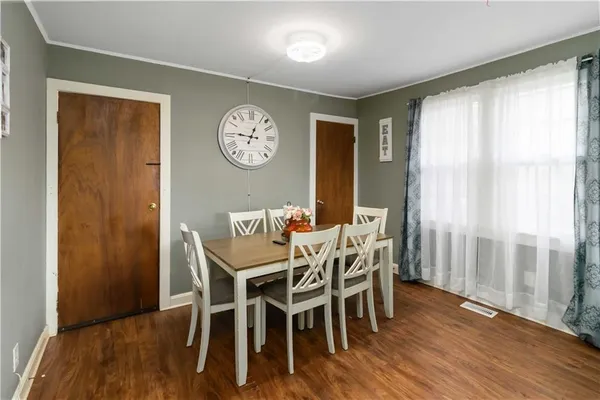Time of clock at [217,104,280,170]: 12:46
